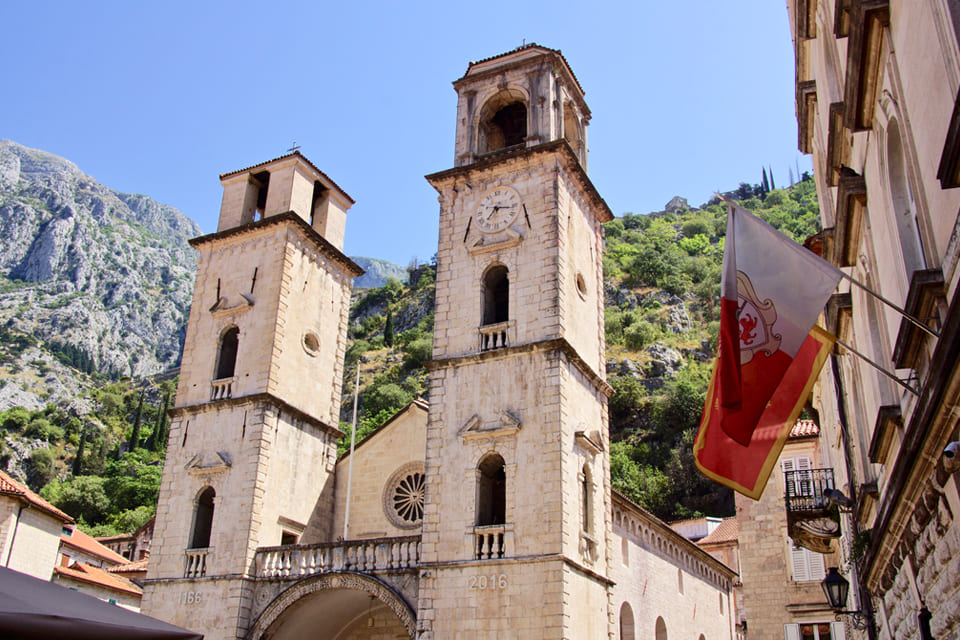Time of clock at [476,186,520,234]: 7:16
